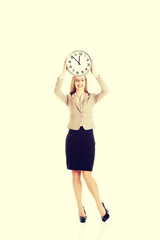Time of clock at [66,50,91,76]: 11:51
